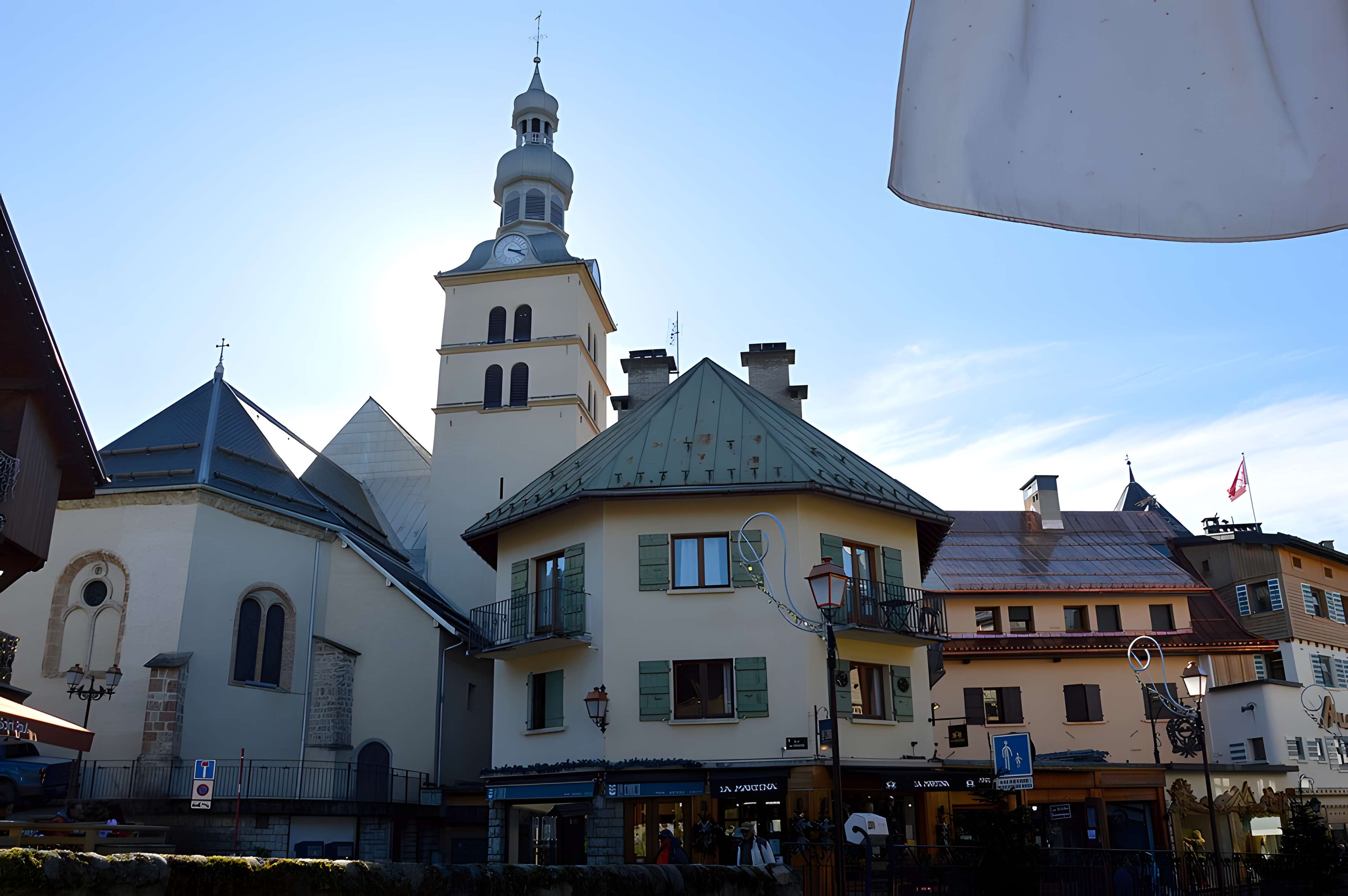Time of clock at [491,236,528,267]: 3:19
